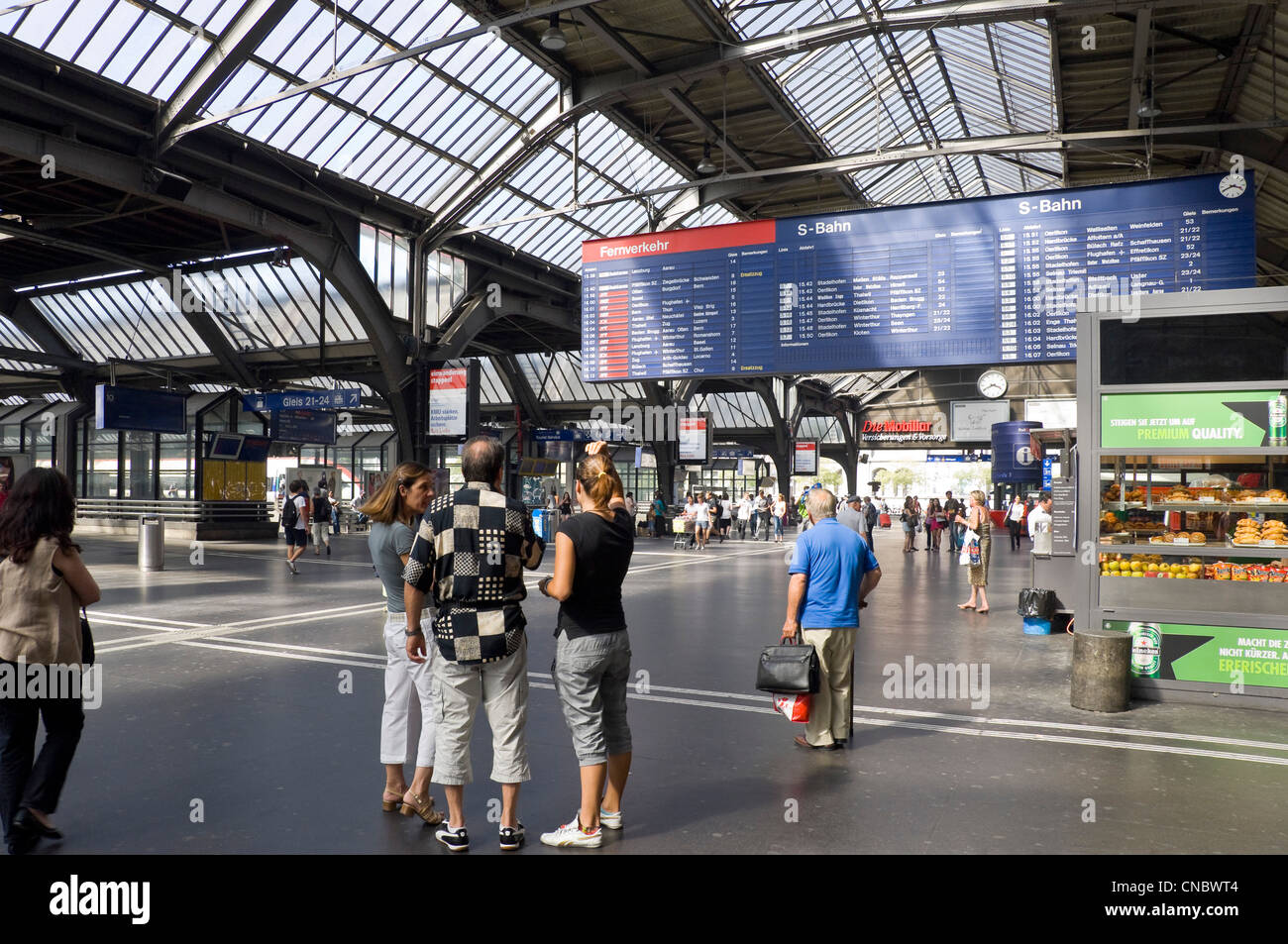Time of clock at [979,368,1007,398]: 3:40
